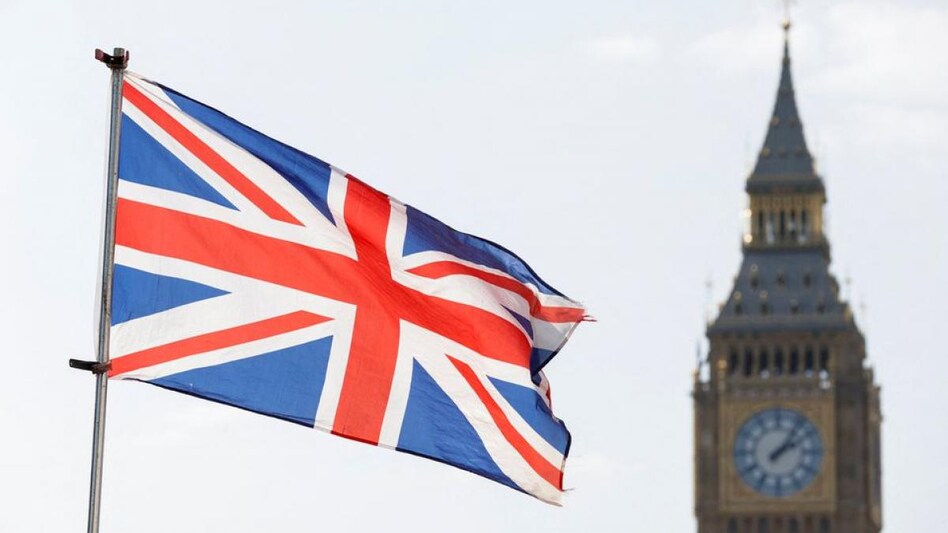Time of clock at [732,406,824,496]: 2:06
